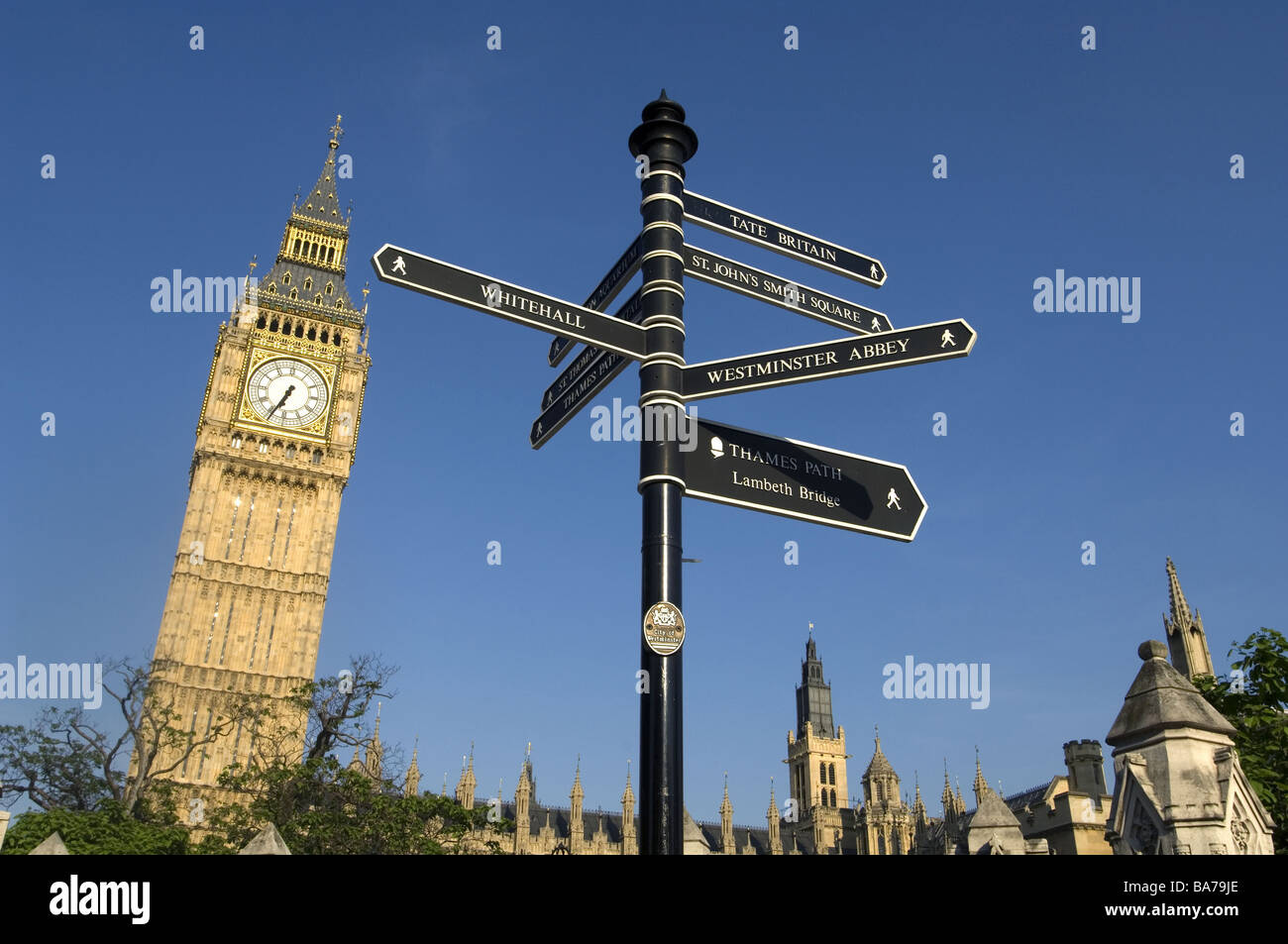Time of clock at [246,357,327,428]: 6:34
